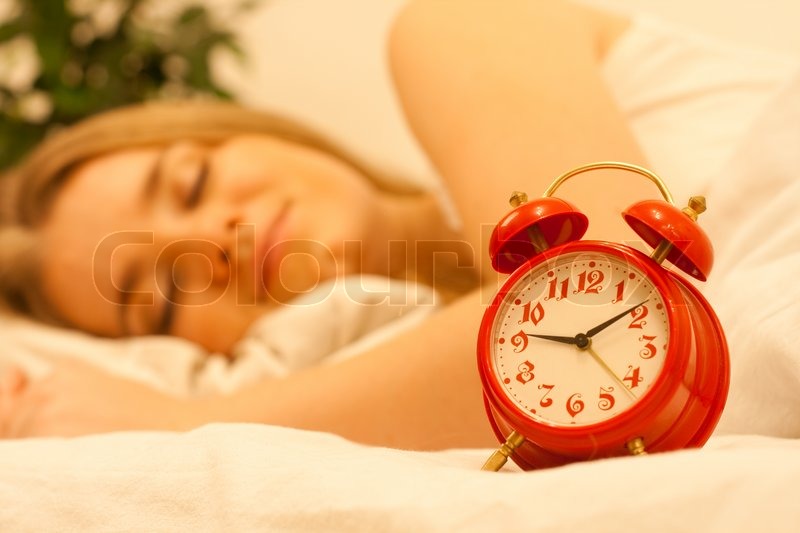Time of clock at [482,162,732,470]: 9:08
